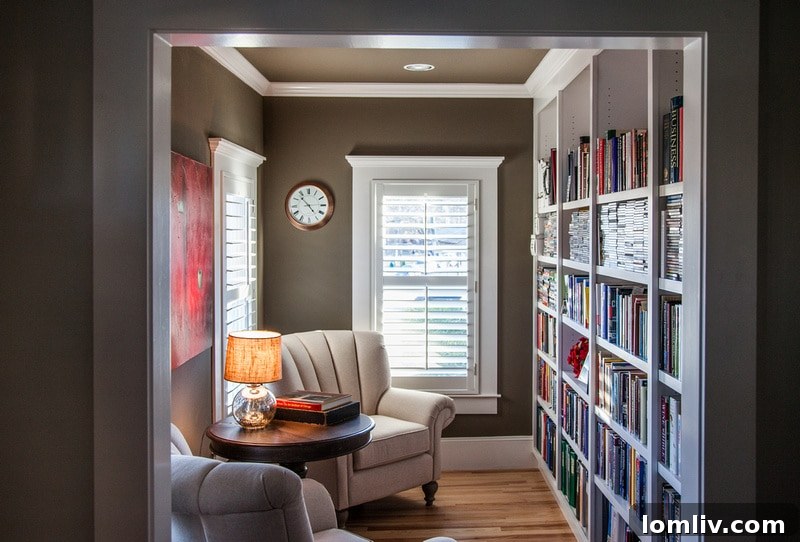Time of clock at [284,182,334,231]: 4:52
